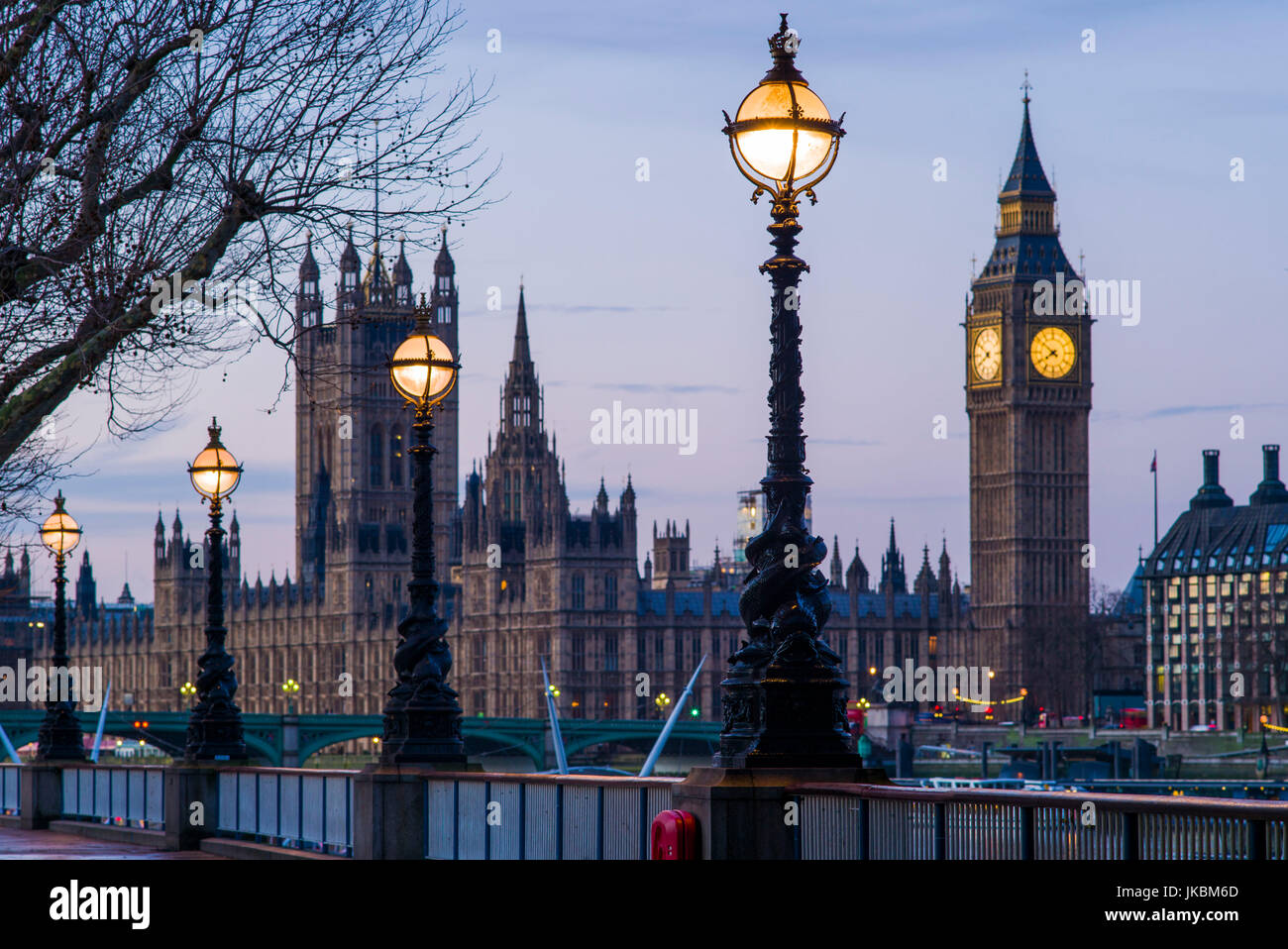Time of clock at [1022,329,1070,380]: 7:51
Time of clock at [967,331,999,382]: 7:50
